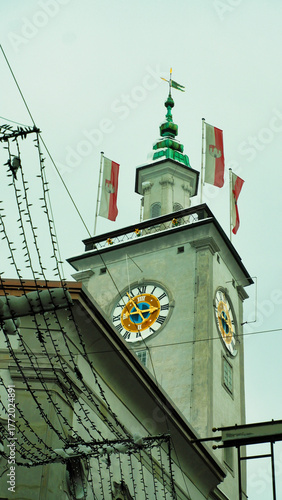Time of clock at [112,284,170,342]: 2:54
